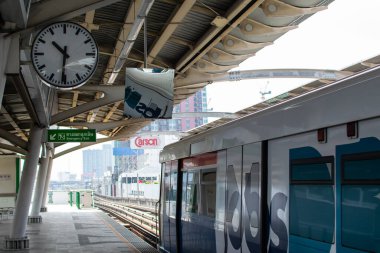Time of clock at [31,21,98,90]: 10:31
